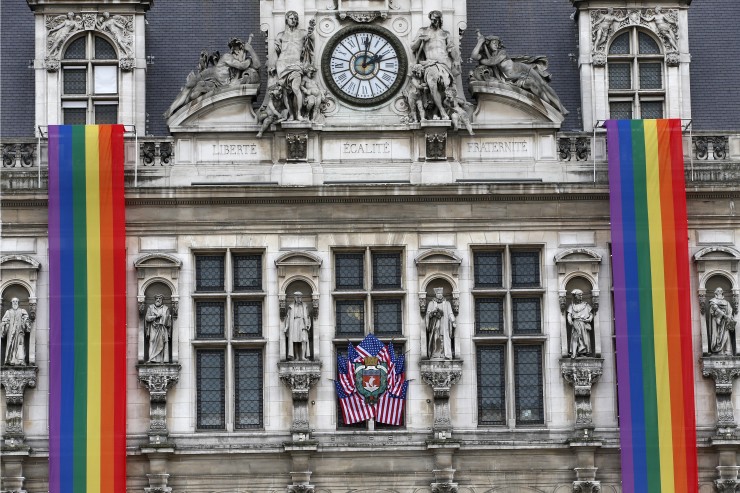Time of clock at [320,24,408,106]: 2:01
